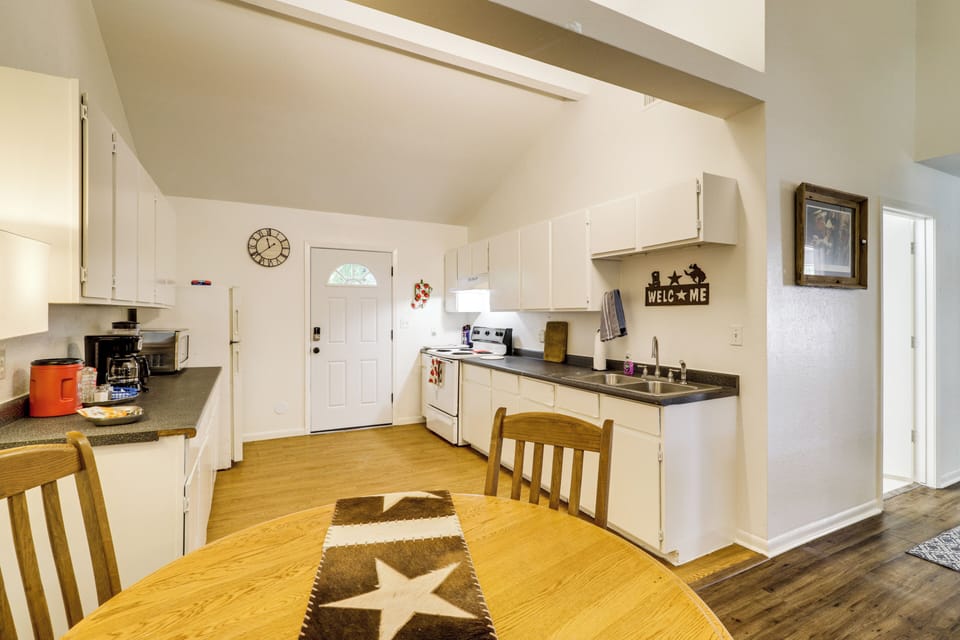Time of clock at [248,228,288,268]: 11:38
